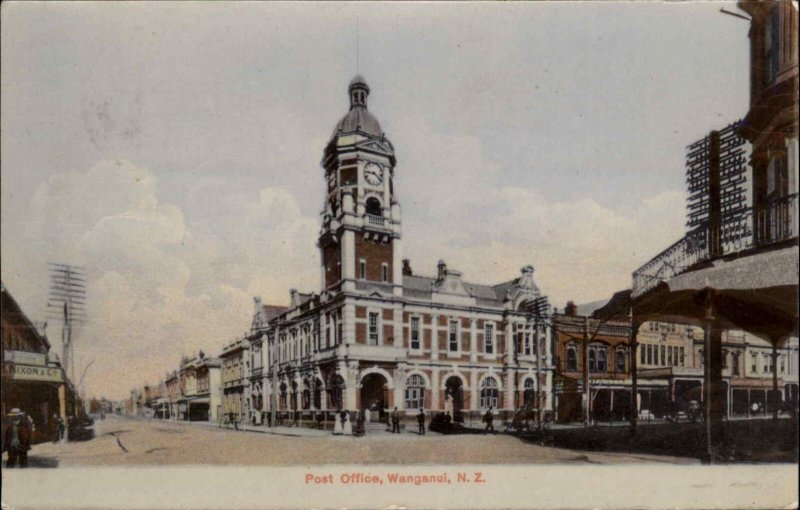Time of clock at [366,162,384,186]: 9:20
